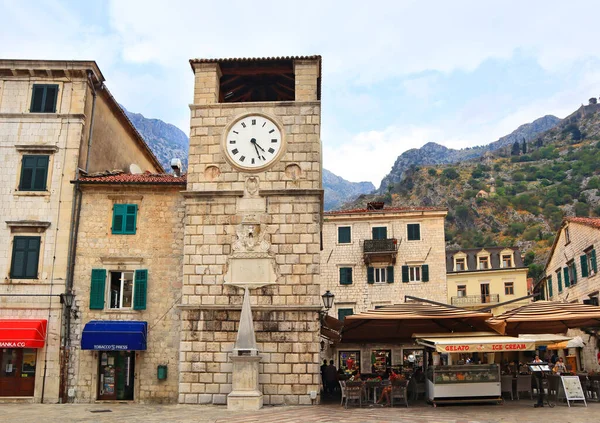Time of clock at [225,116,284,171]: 4:26
